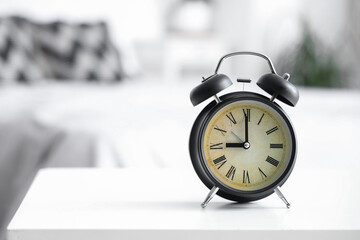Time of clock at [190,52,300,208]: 9:00
